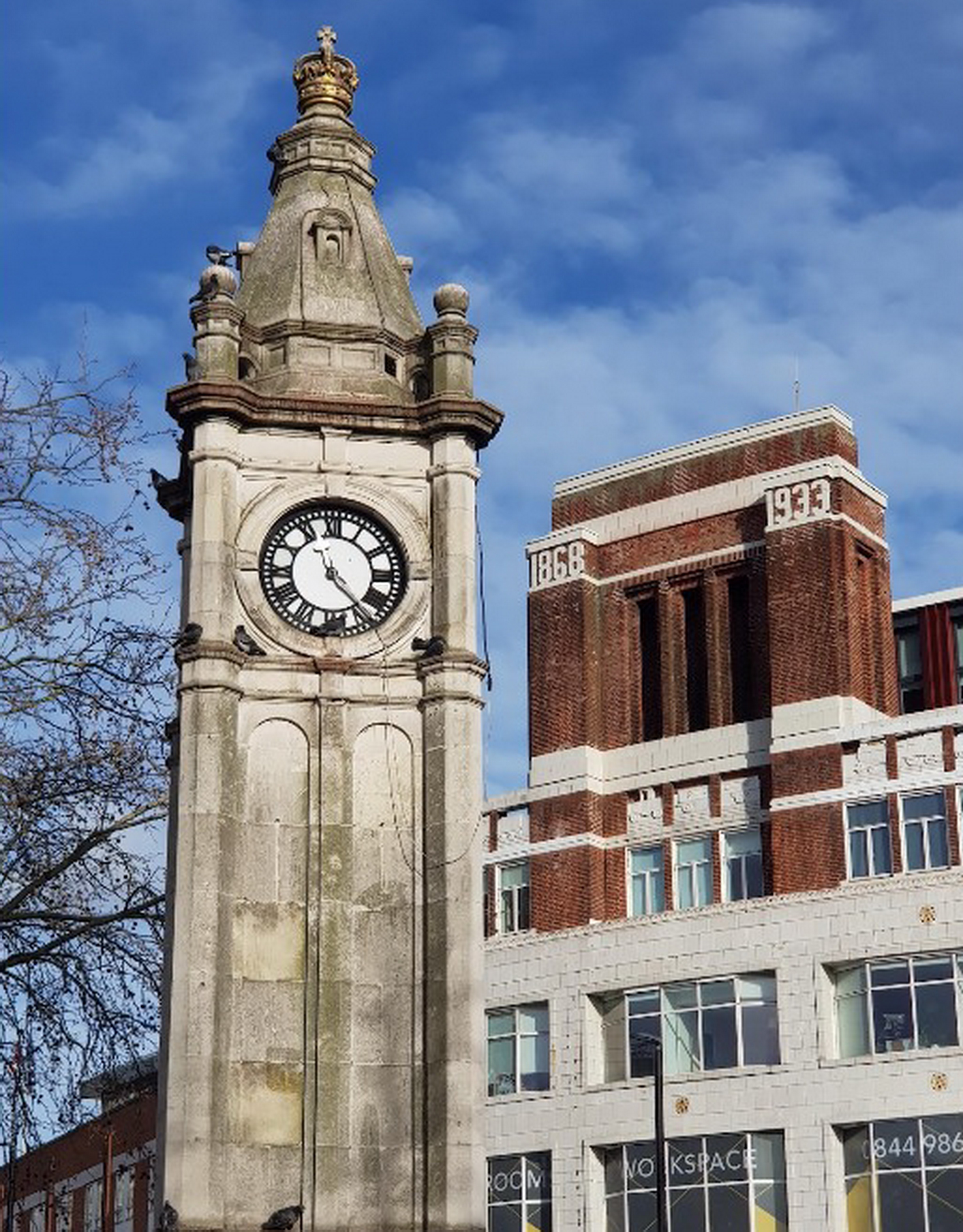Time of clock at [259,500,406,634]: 11:22
